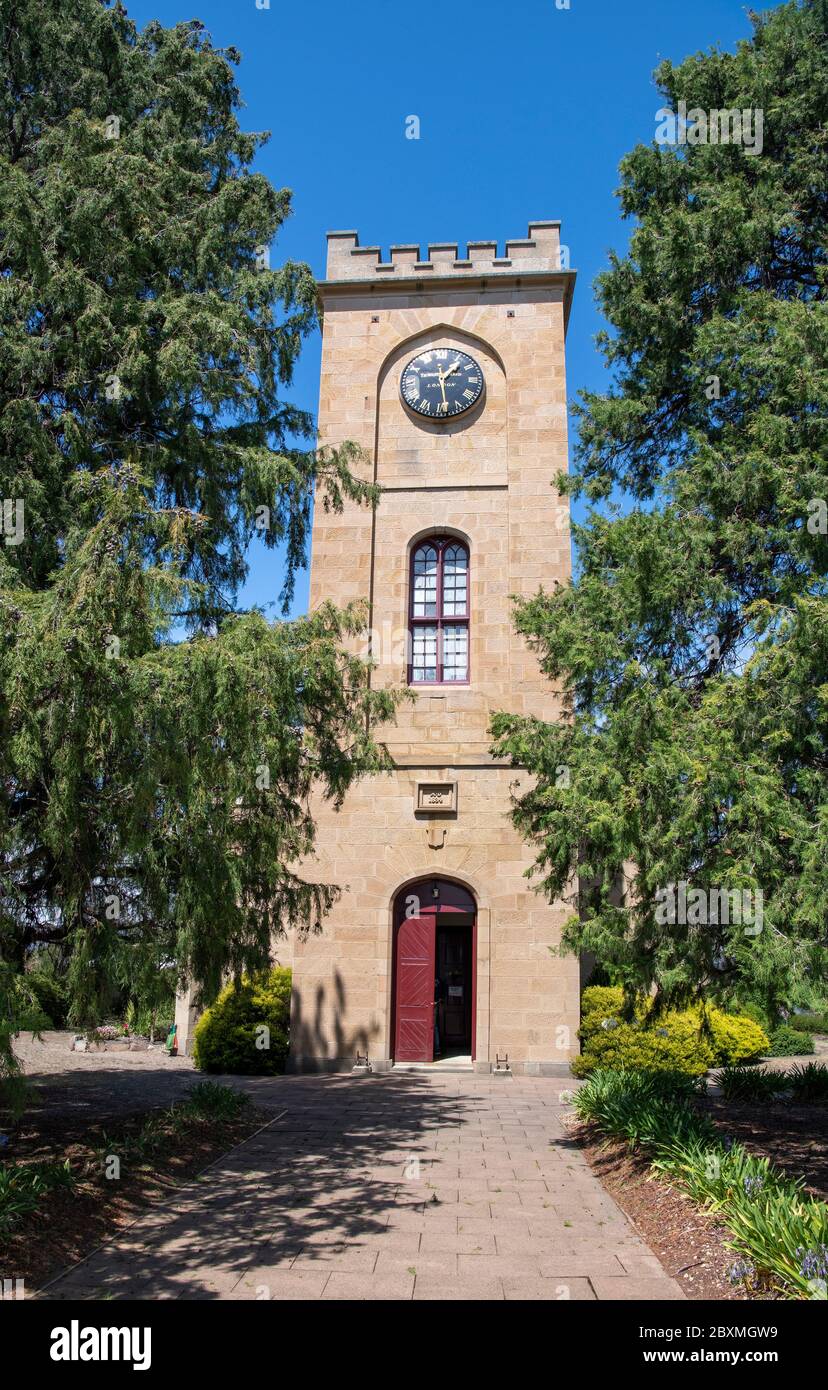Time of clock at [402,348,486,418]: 1:28
